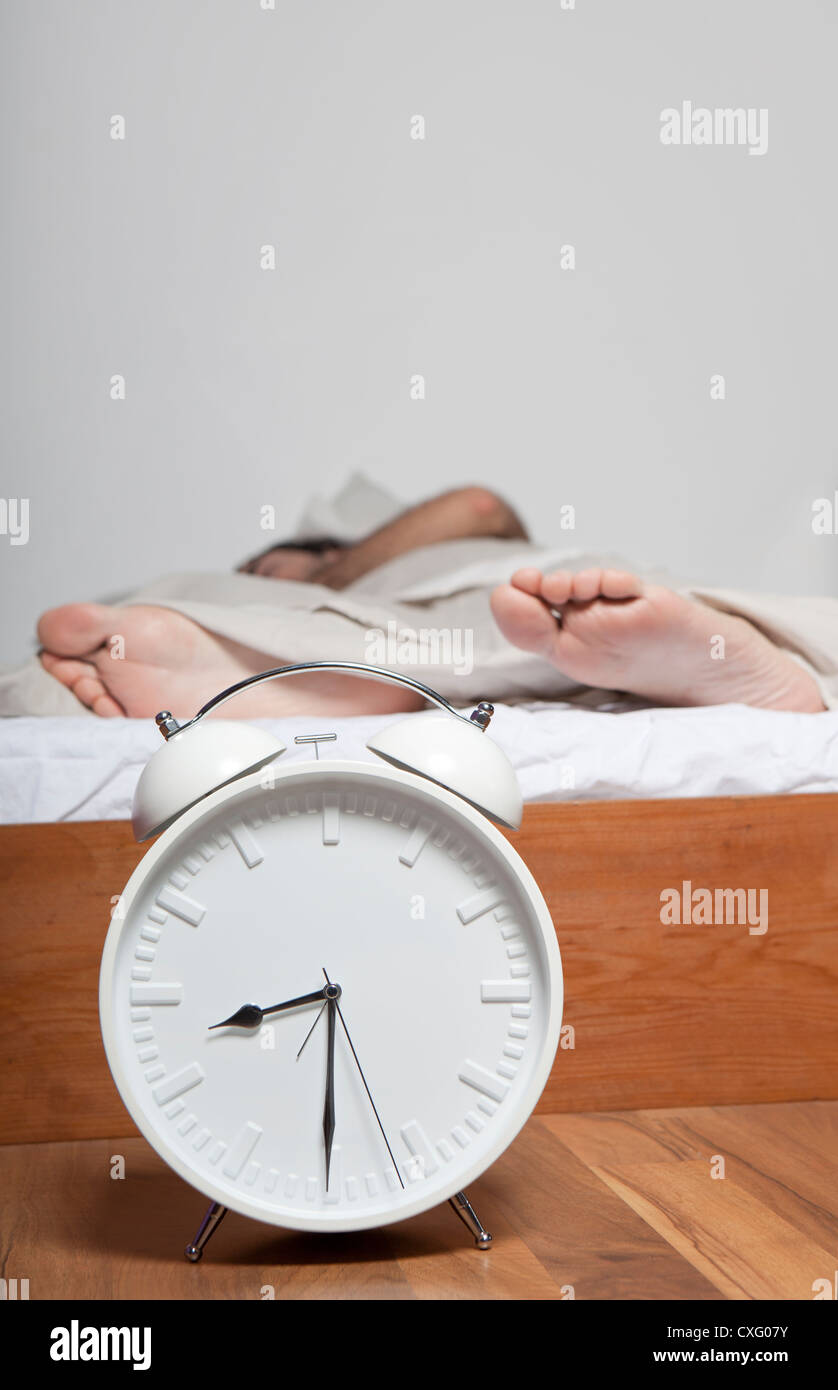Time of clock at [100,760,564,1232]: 8:30
